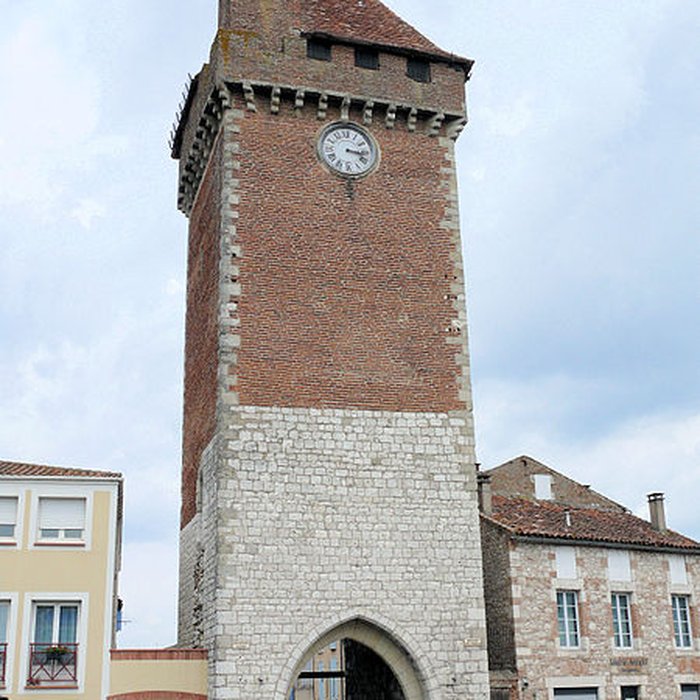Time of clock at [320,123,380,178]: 3:17
